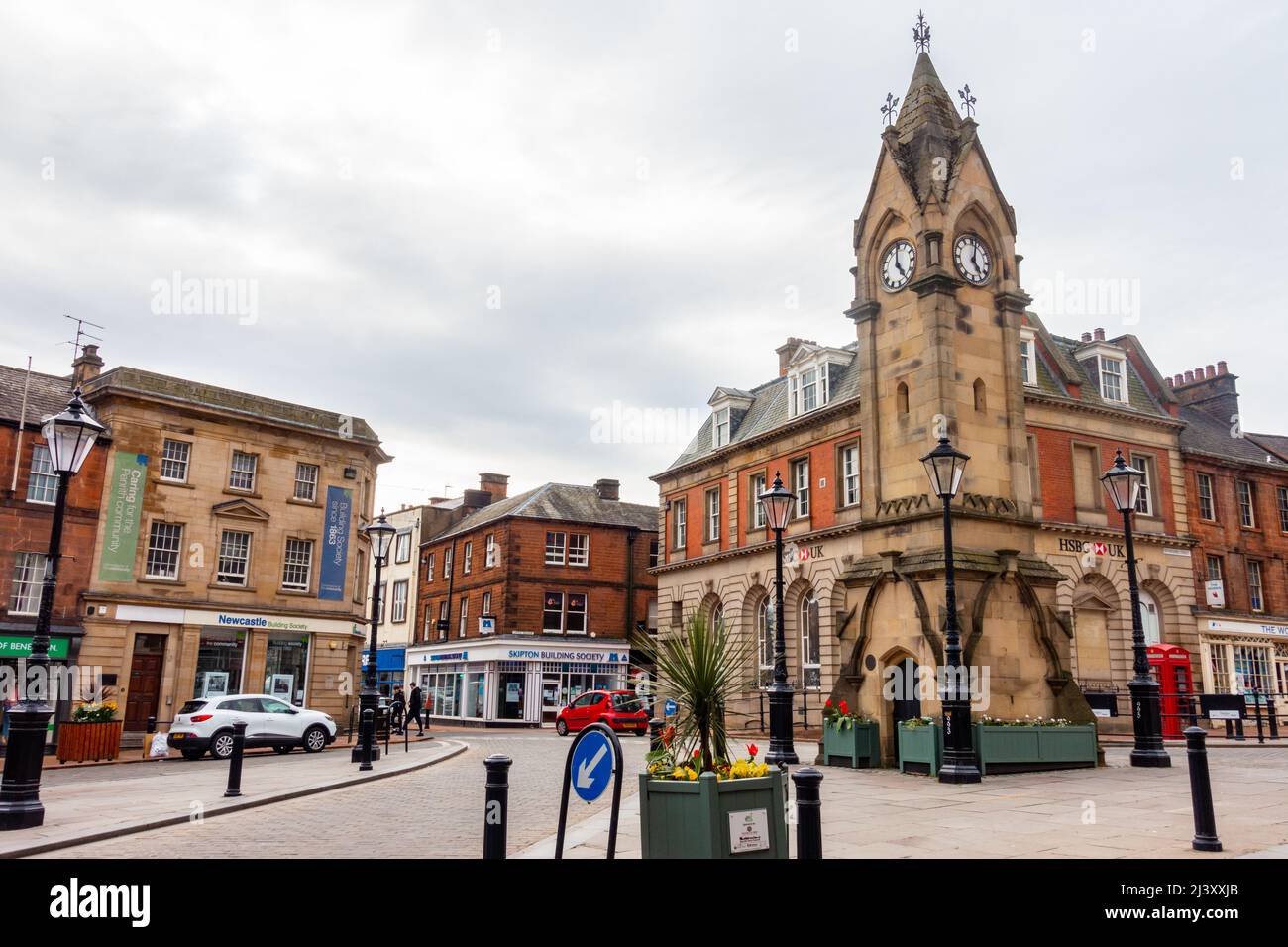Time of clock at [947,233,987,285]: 5:02
